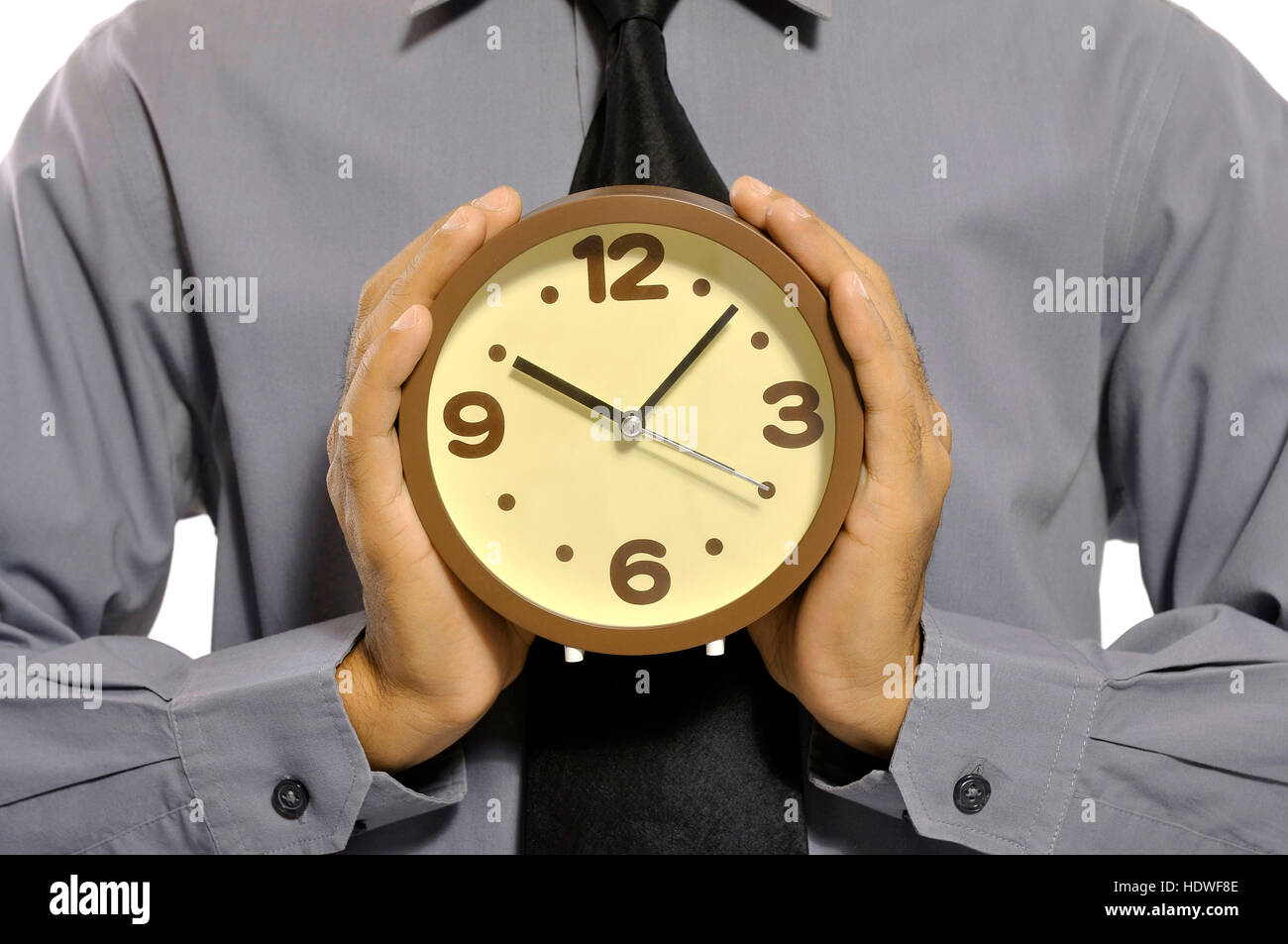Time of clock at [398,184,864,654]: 10:07
